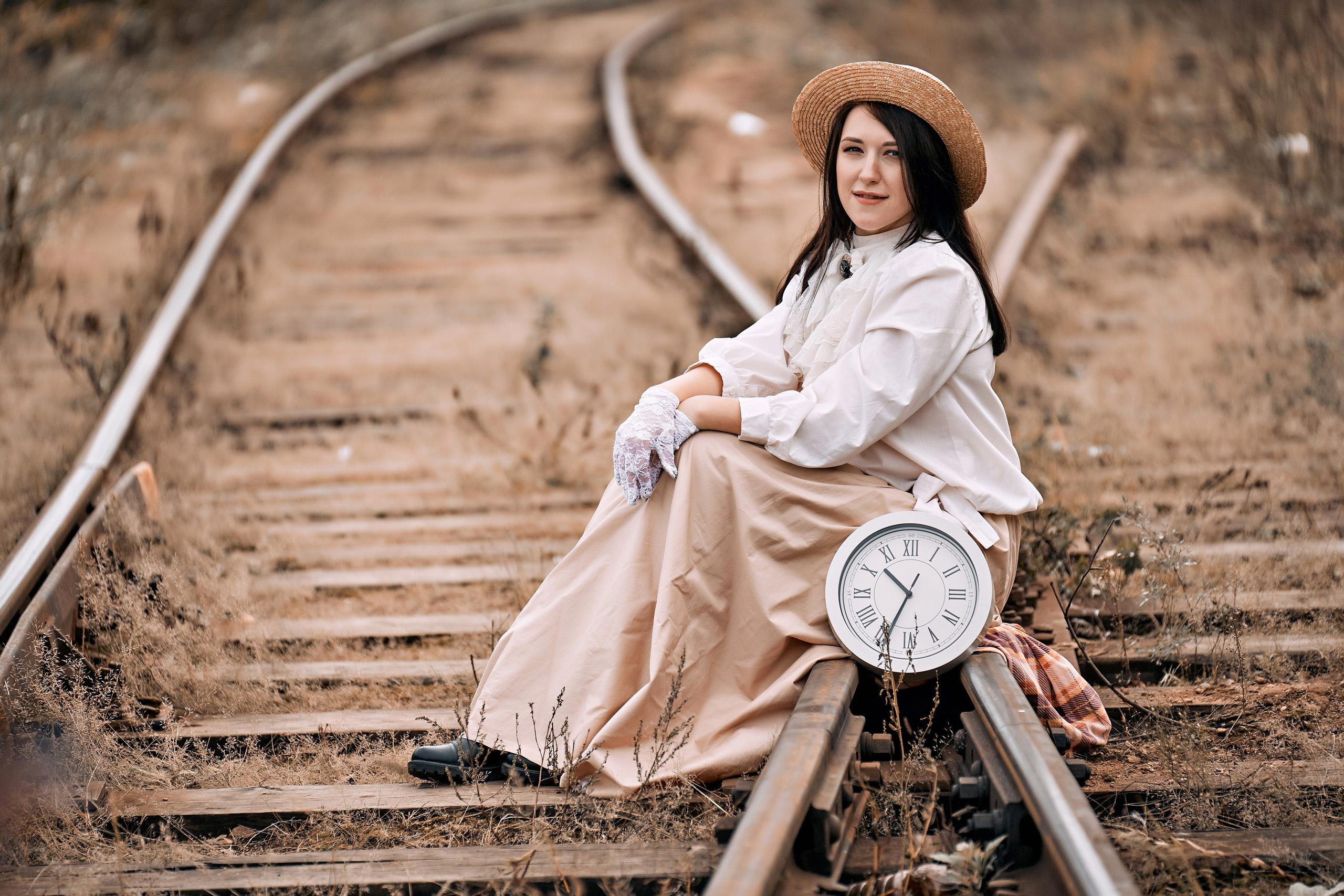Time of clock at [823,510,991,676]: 10:34
